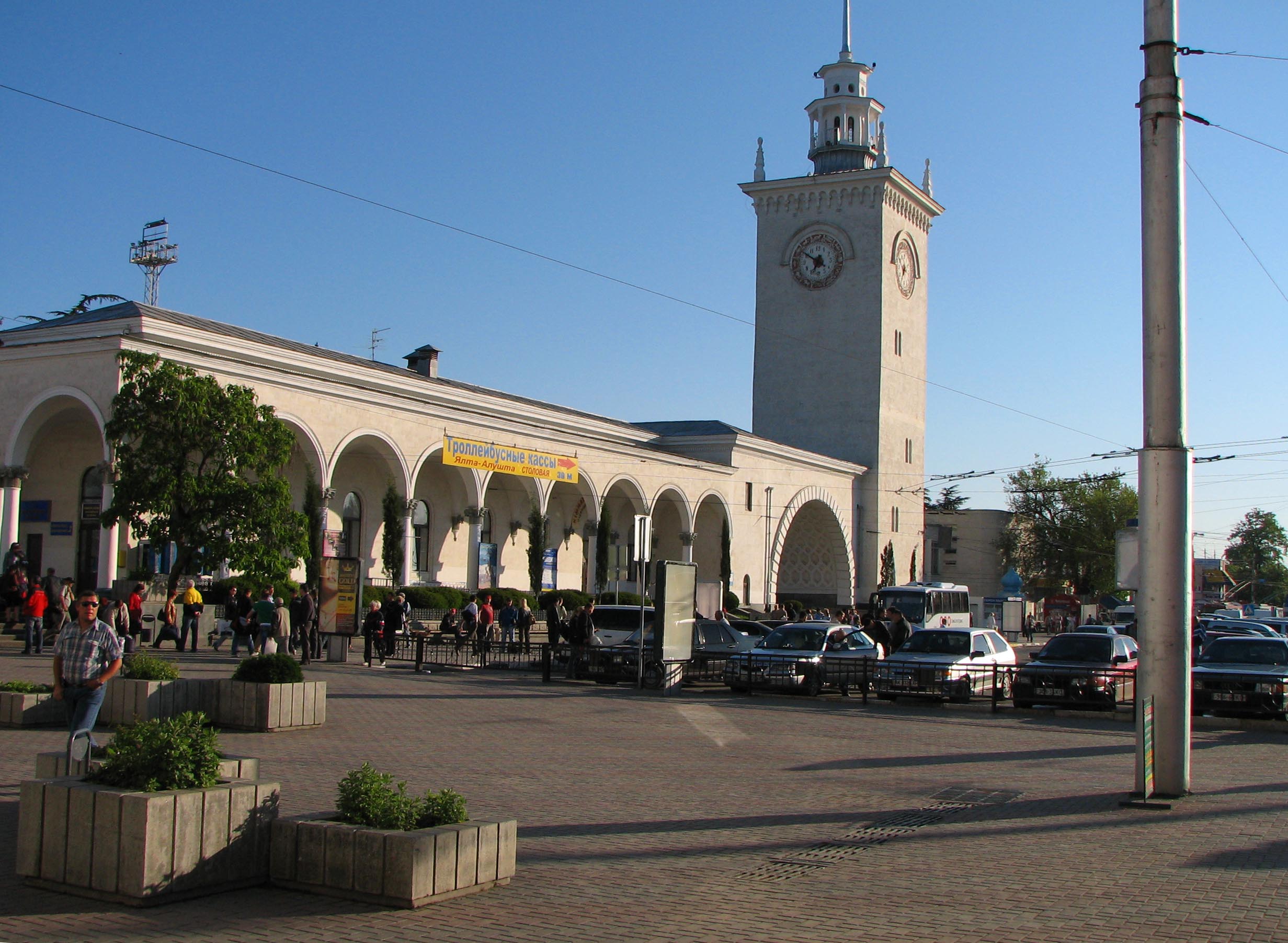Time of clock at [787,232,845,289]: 6:50
